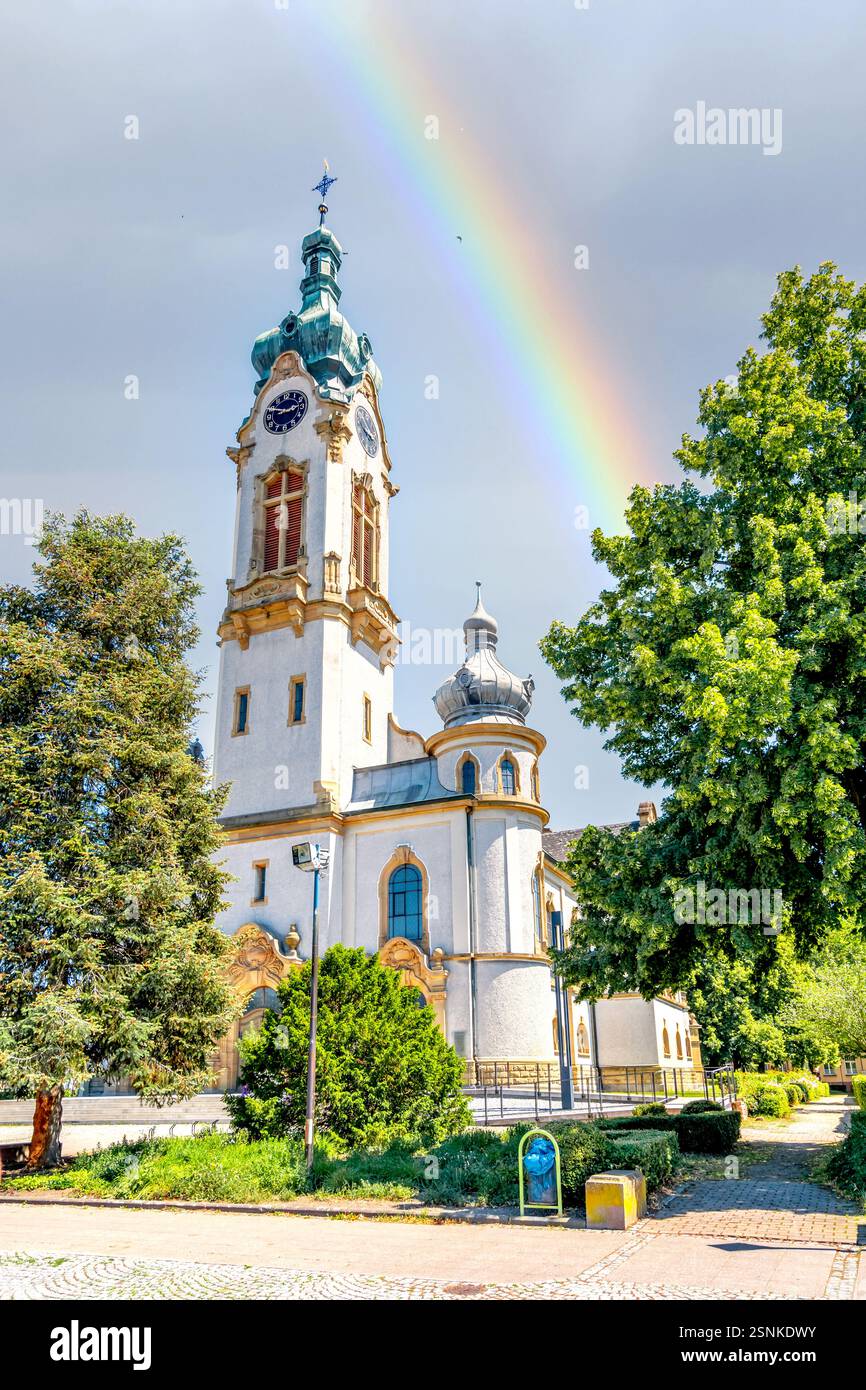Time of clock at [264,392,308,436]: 2:48
